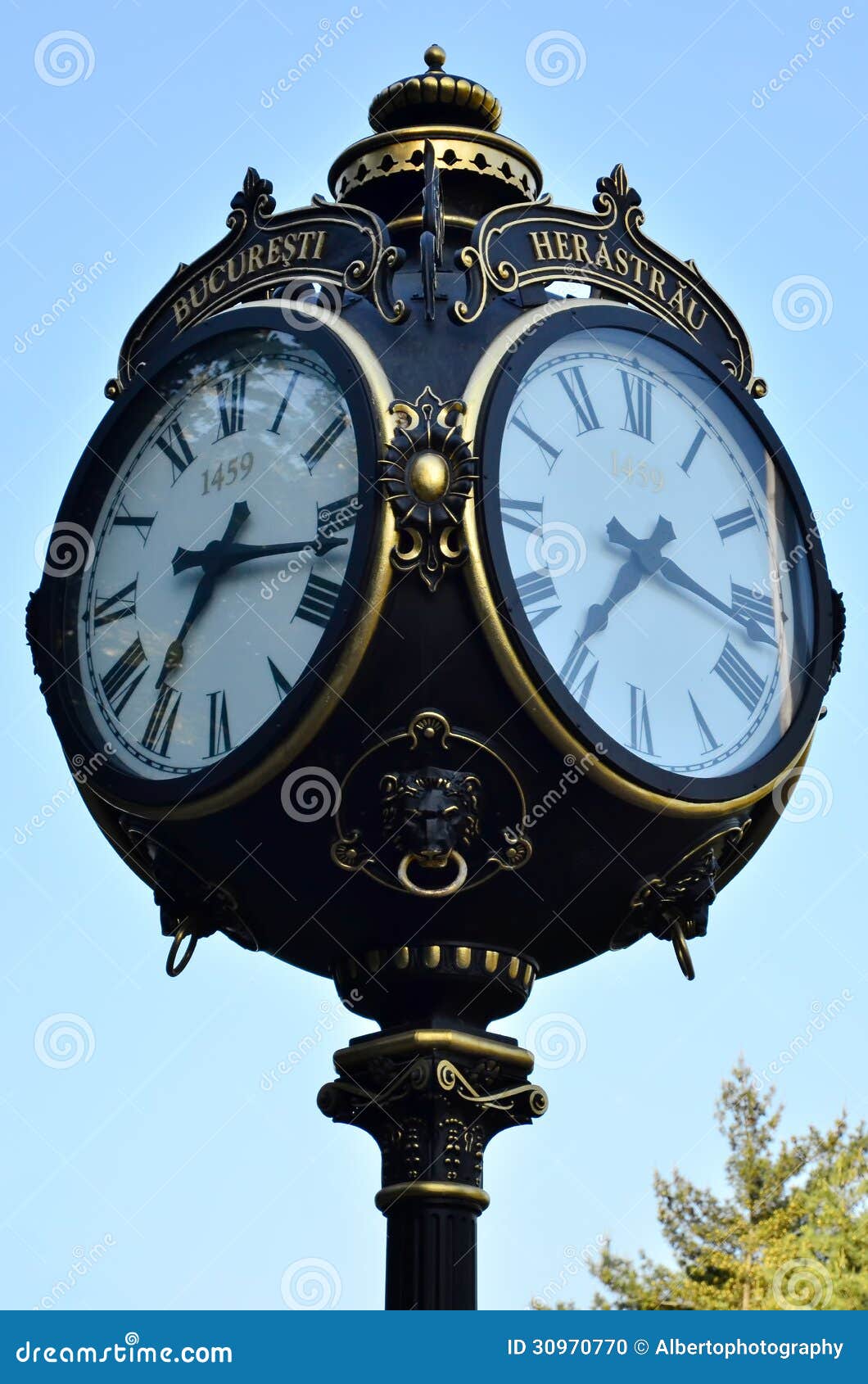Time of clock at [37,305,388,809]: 7:15
